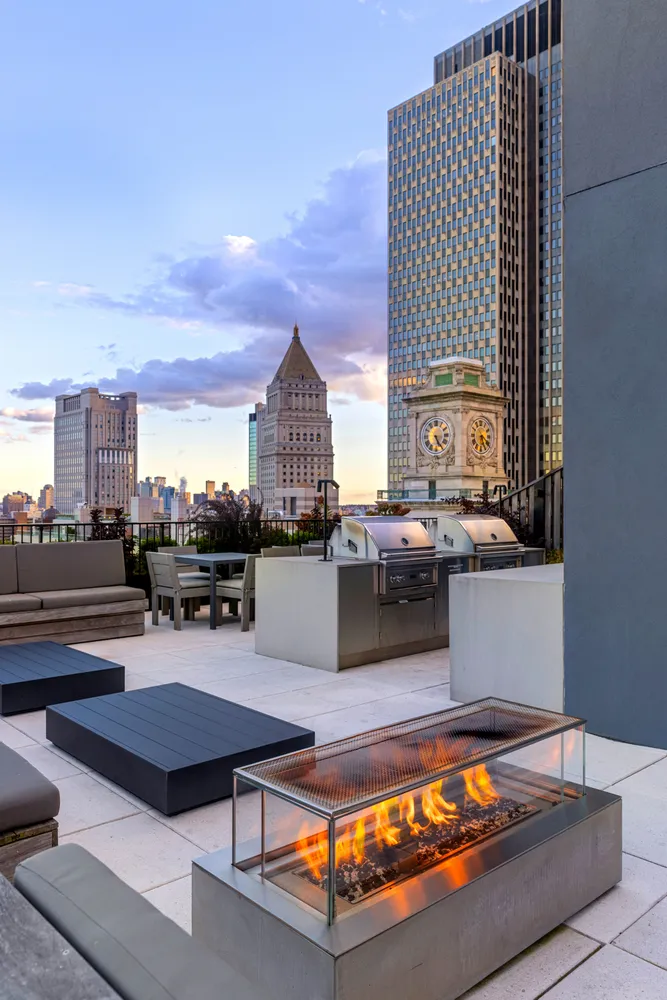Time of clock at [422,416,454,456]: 5:24
